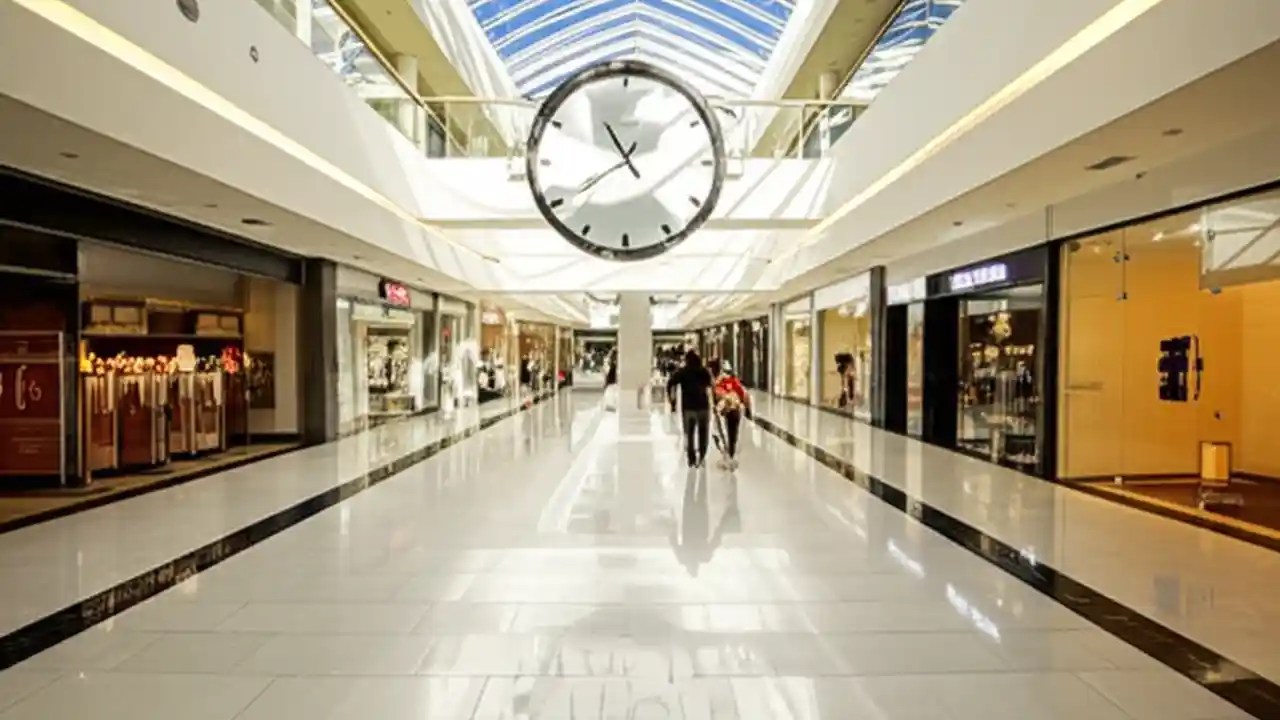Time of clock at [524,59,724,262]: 10:39
